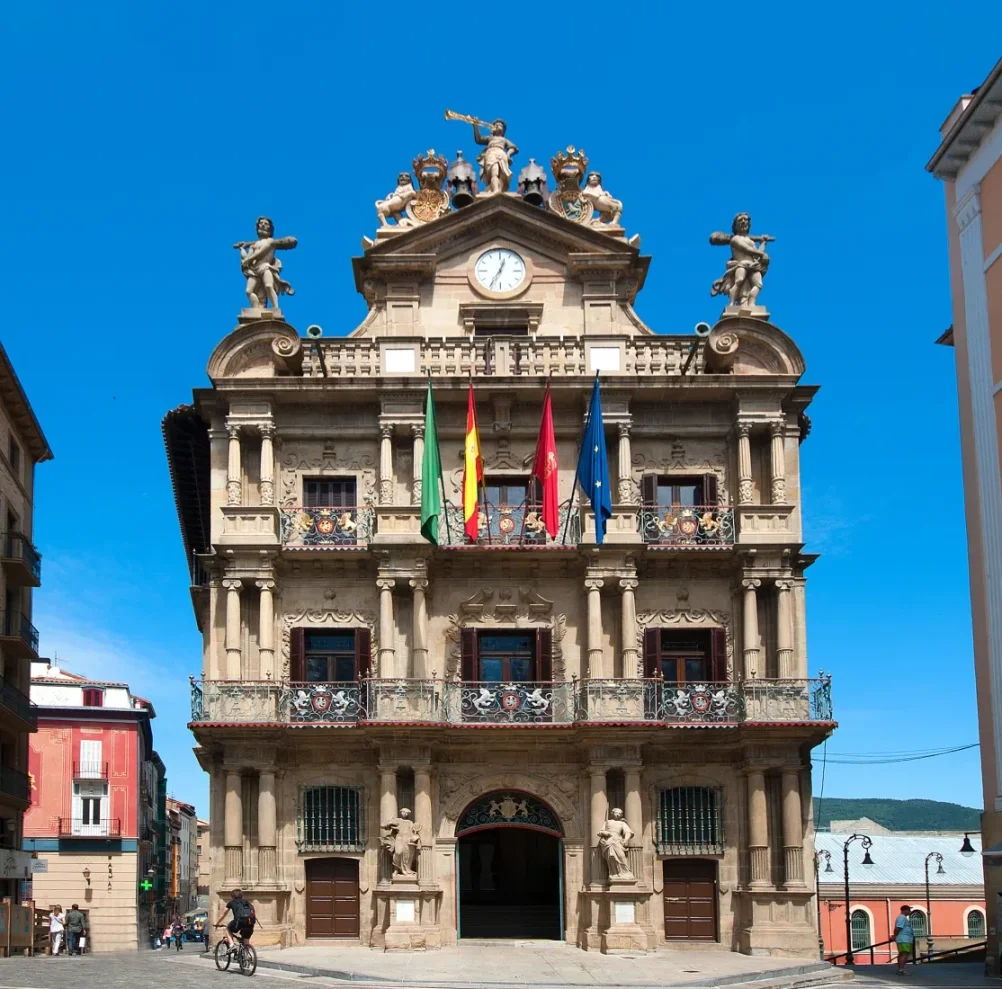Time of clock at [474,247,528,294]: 12:34
